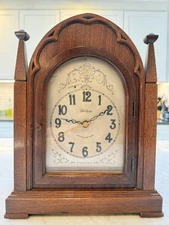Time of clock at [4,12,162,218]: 9:10
